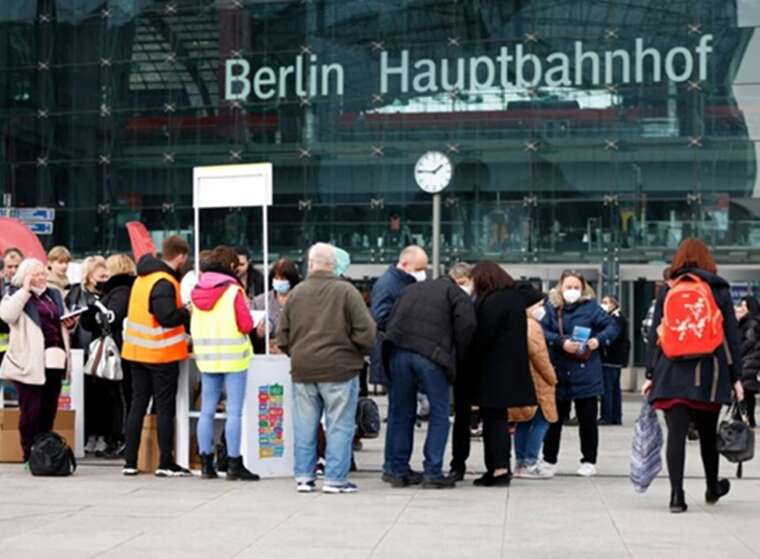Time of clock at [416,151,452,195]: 1:46
